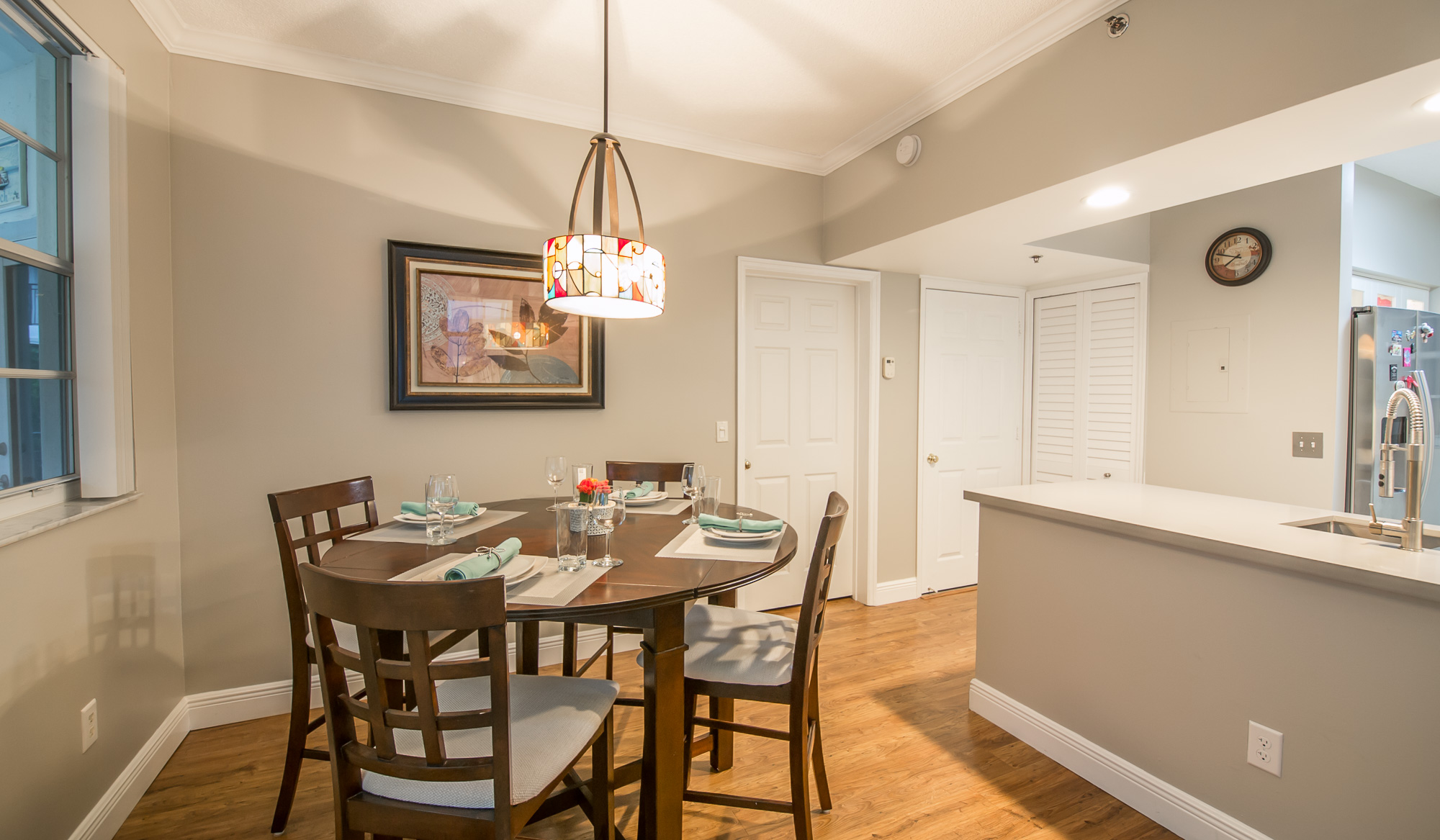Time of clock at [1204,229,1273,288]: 7:47
